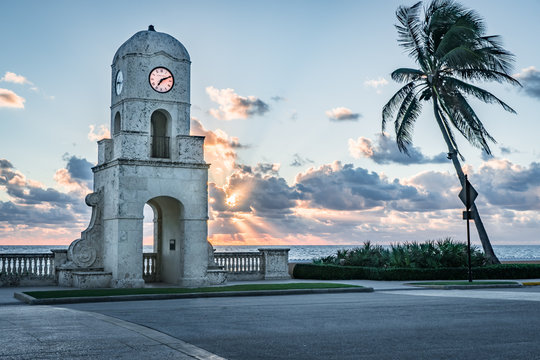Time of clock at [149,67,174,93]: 7:11
